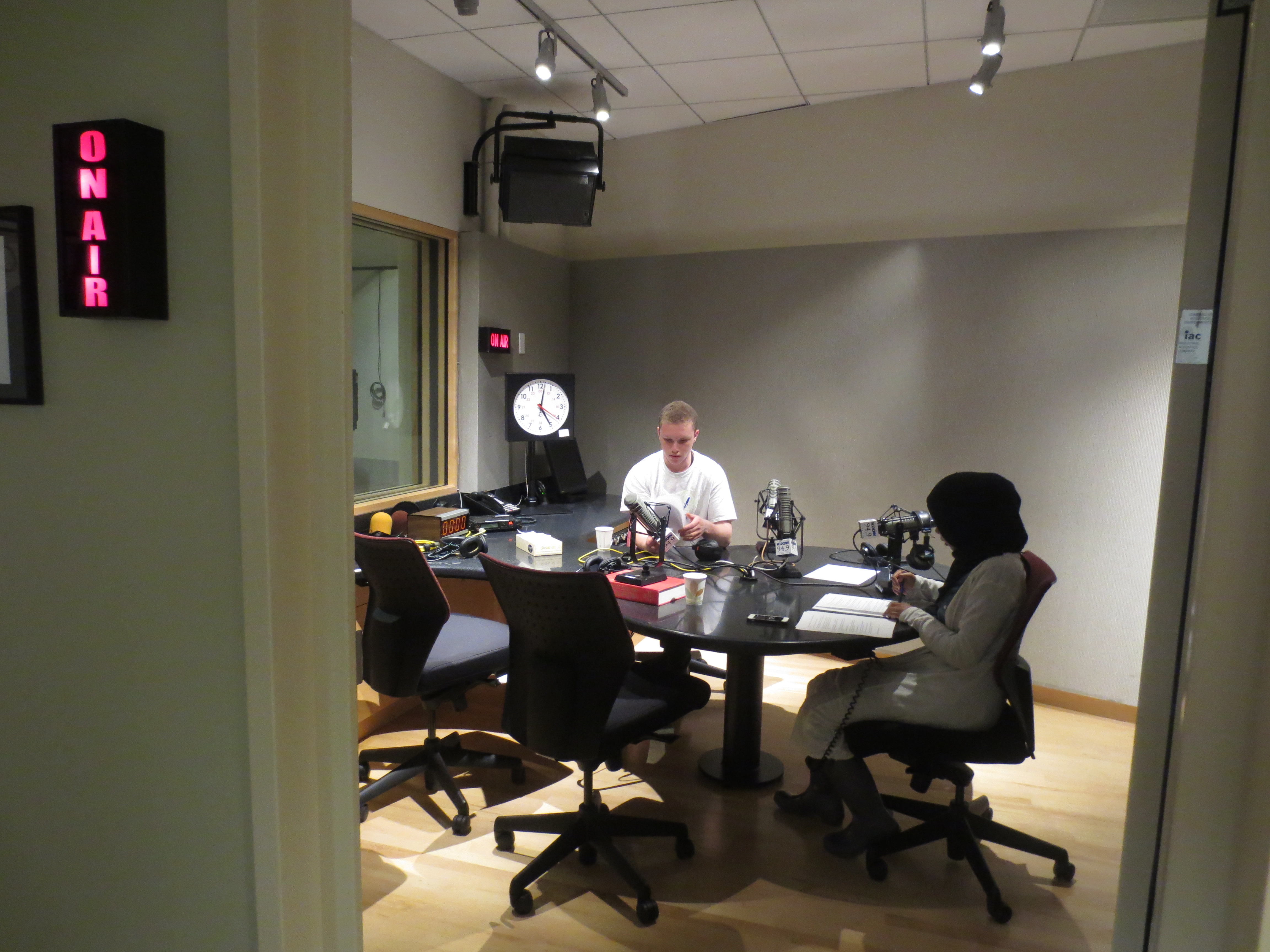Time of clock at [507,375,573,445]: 5:01
